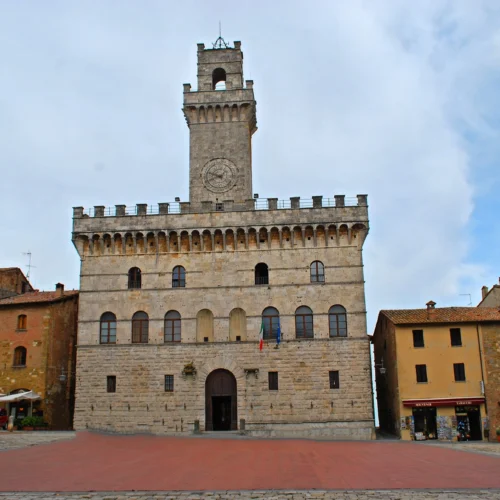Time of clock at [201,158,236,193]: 9:41
